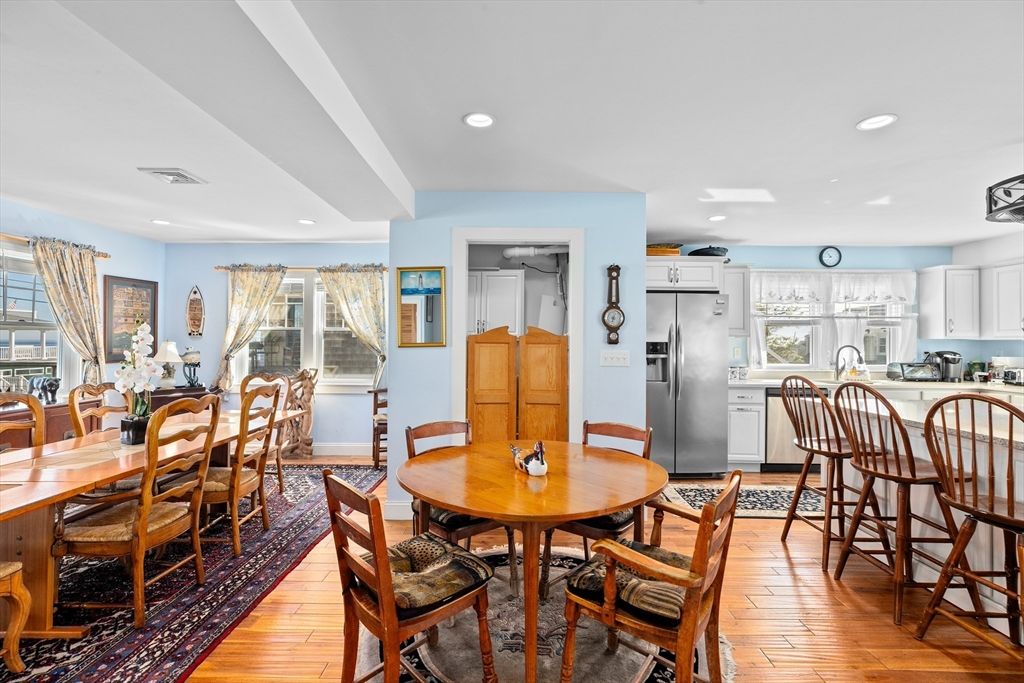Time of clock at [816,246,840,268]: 10:36
